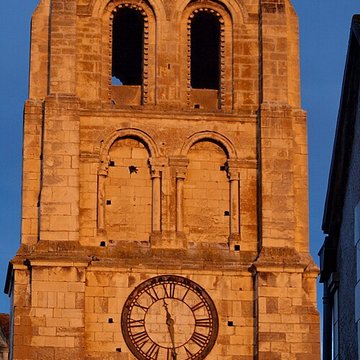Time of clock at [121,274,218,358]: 11:28
